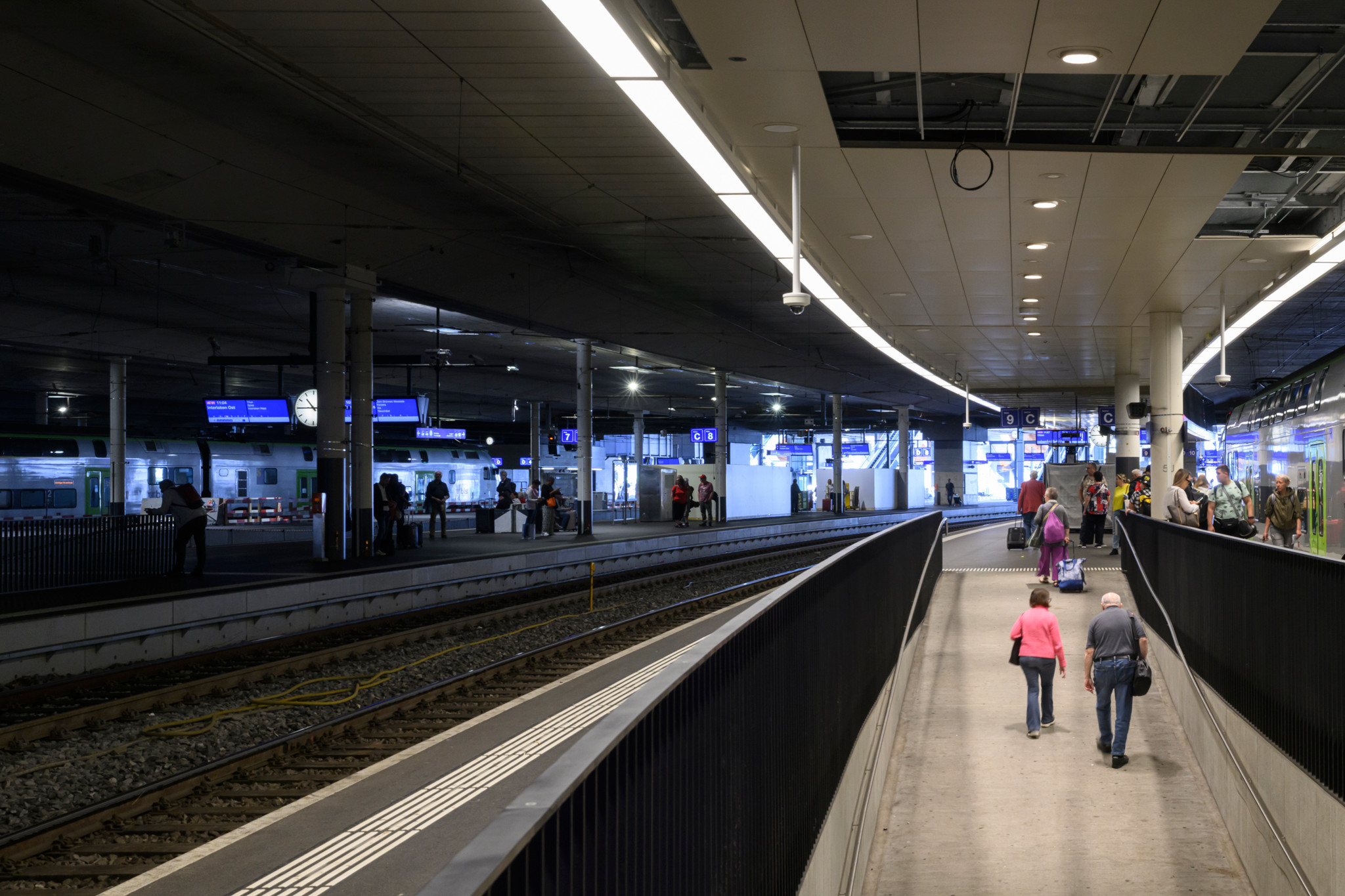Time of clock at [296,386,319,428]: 10:45
